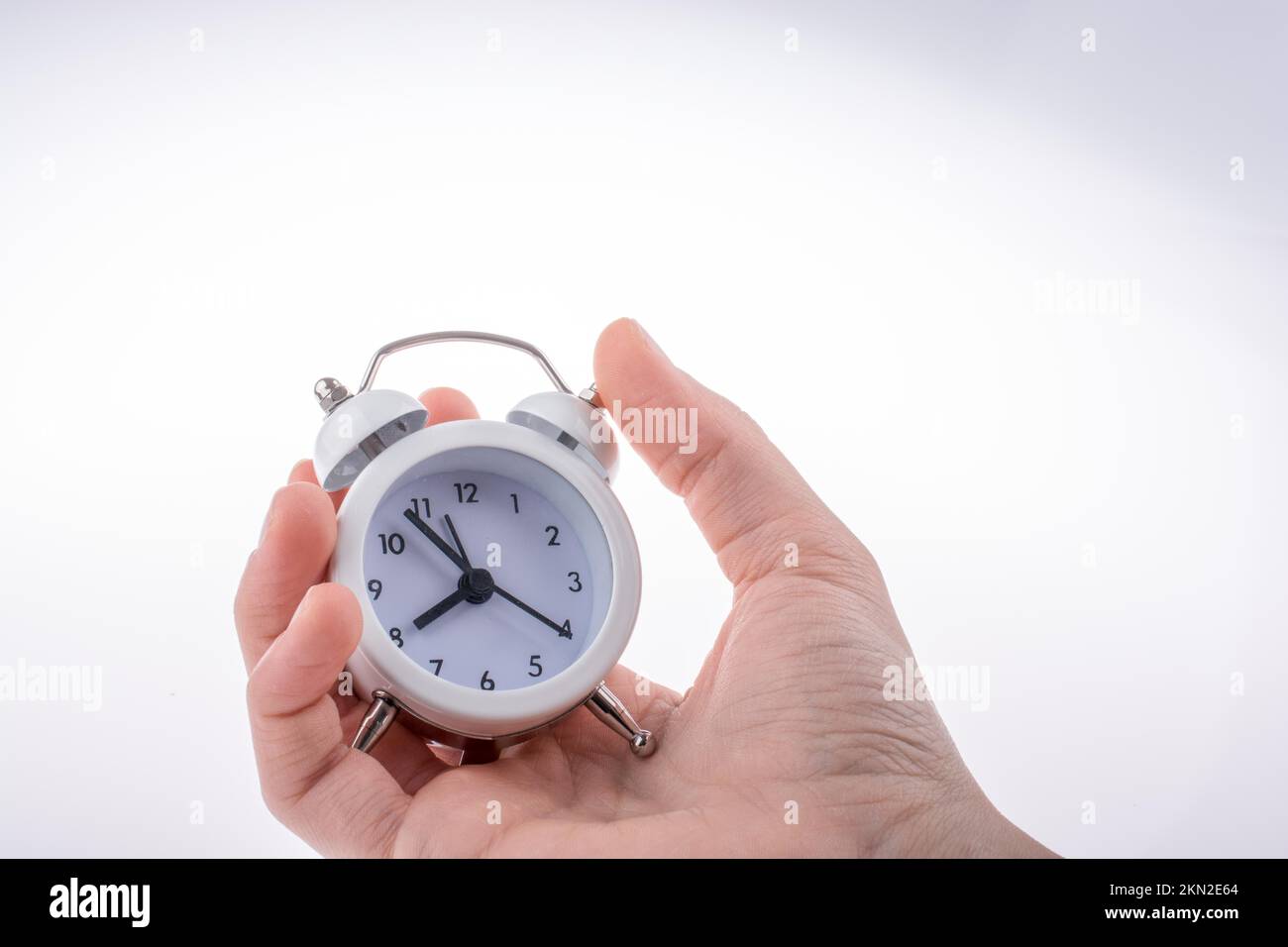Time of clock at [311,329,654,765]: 7:53
